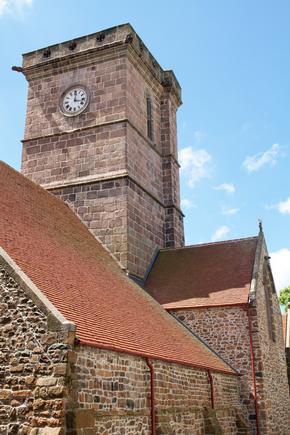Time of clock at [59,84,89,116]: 12:16
